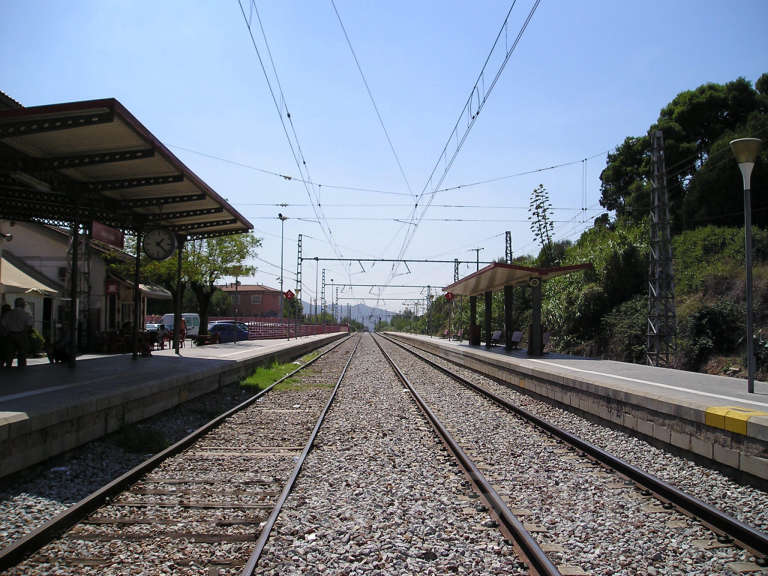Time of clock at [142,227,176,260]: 1:22
